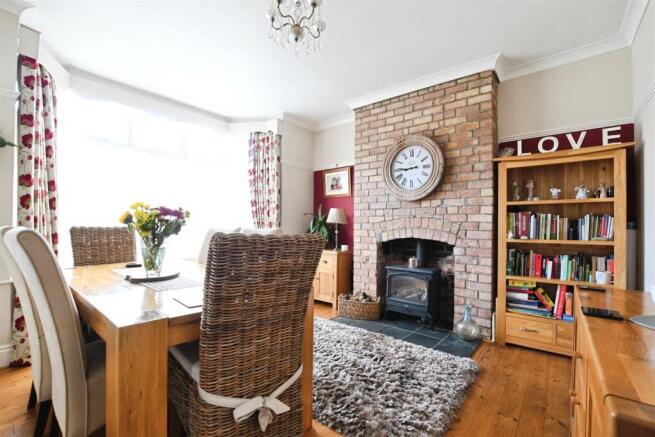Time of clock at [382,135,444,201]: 8:44
